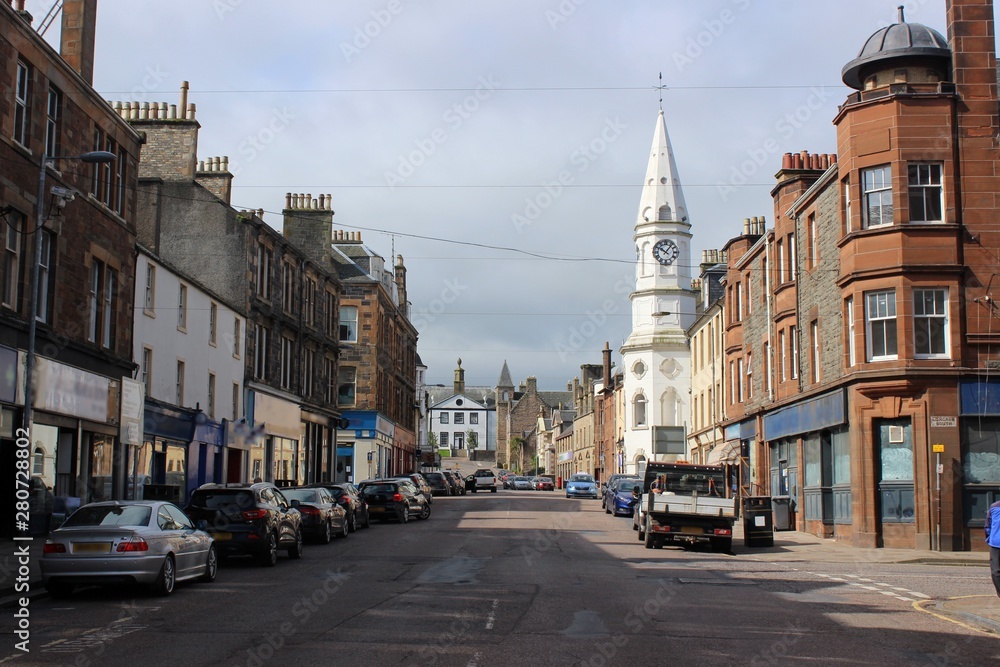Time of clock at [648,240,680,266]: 10:06
